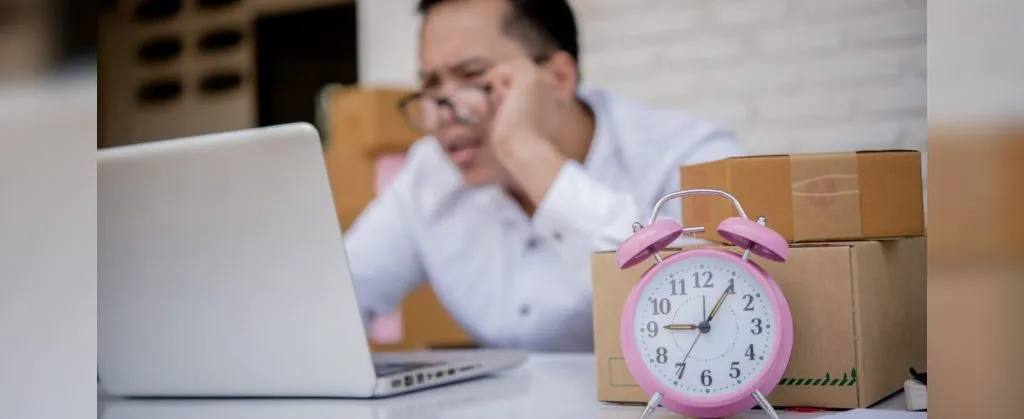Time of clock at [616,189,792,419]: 9:05
